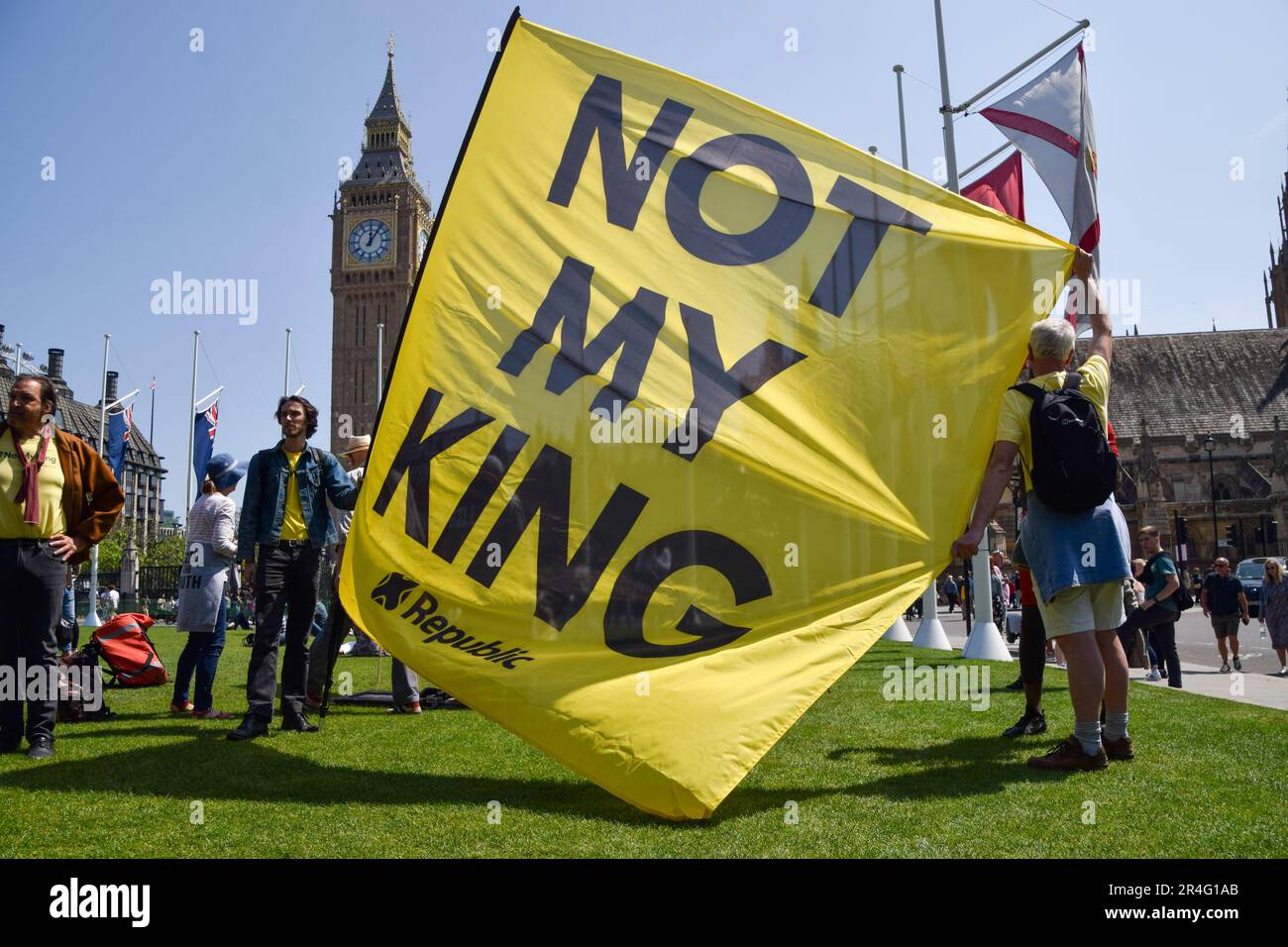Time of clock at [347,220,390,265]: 12:06
